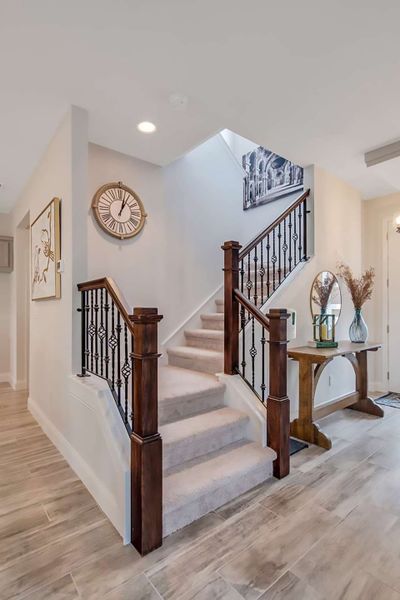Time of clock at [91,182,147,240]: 1:02
